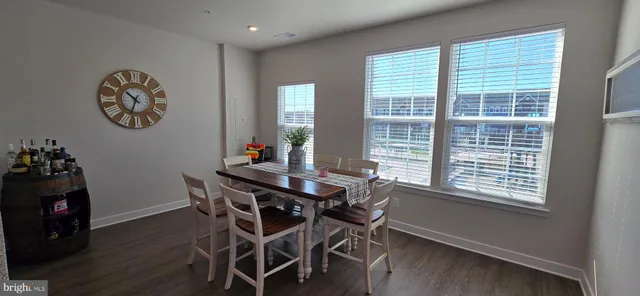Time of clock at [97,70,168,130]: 10:33
